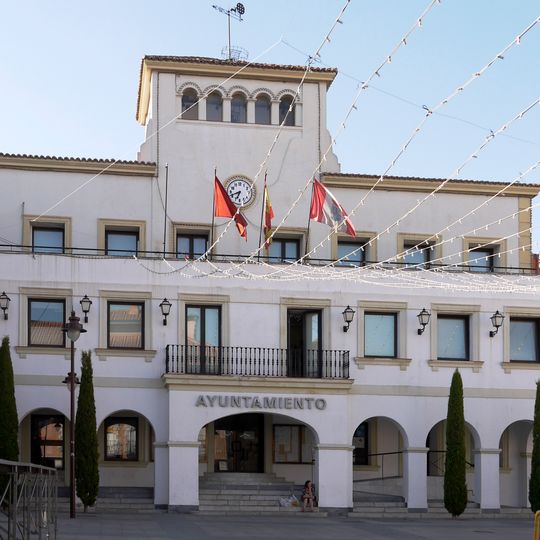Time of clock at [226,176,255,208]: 6:41
